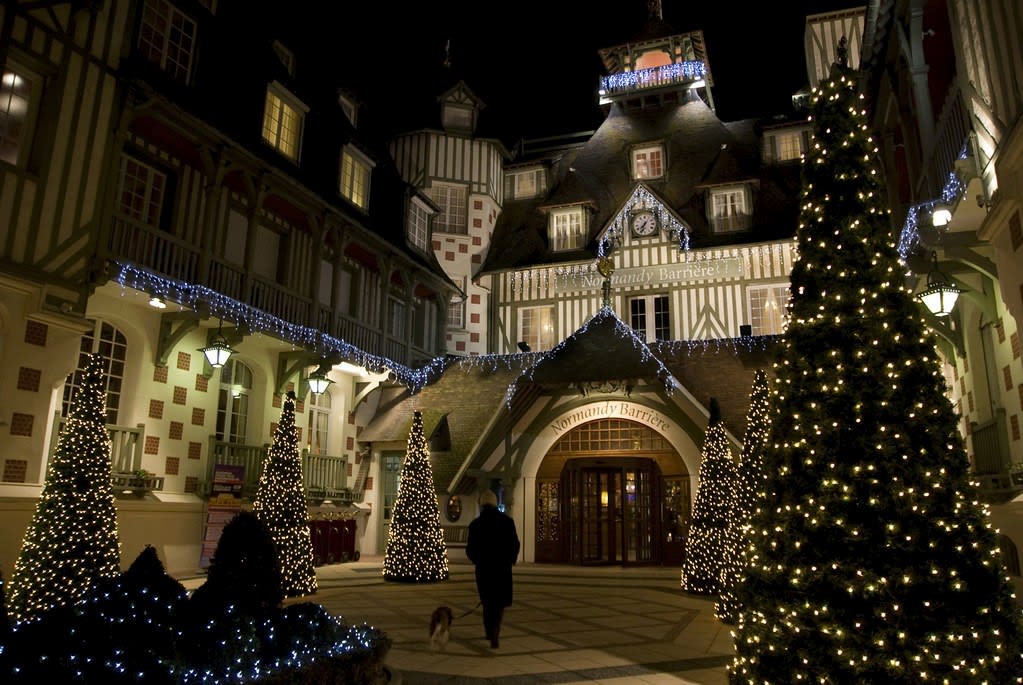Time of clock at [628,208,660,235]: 7:33
